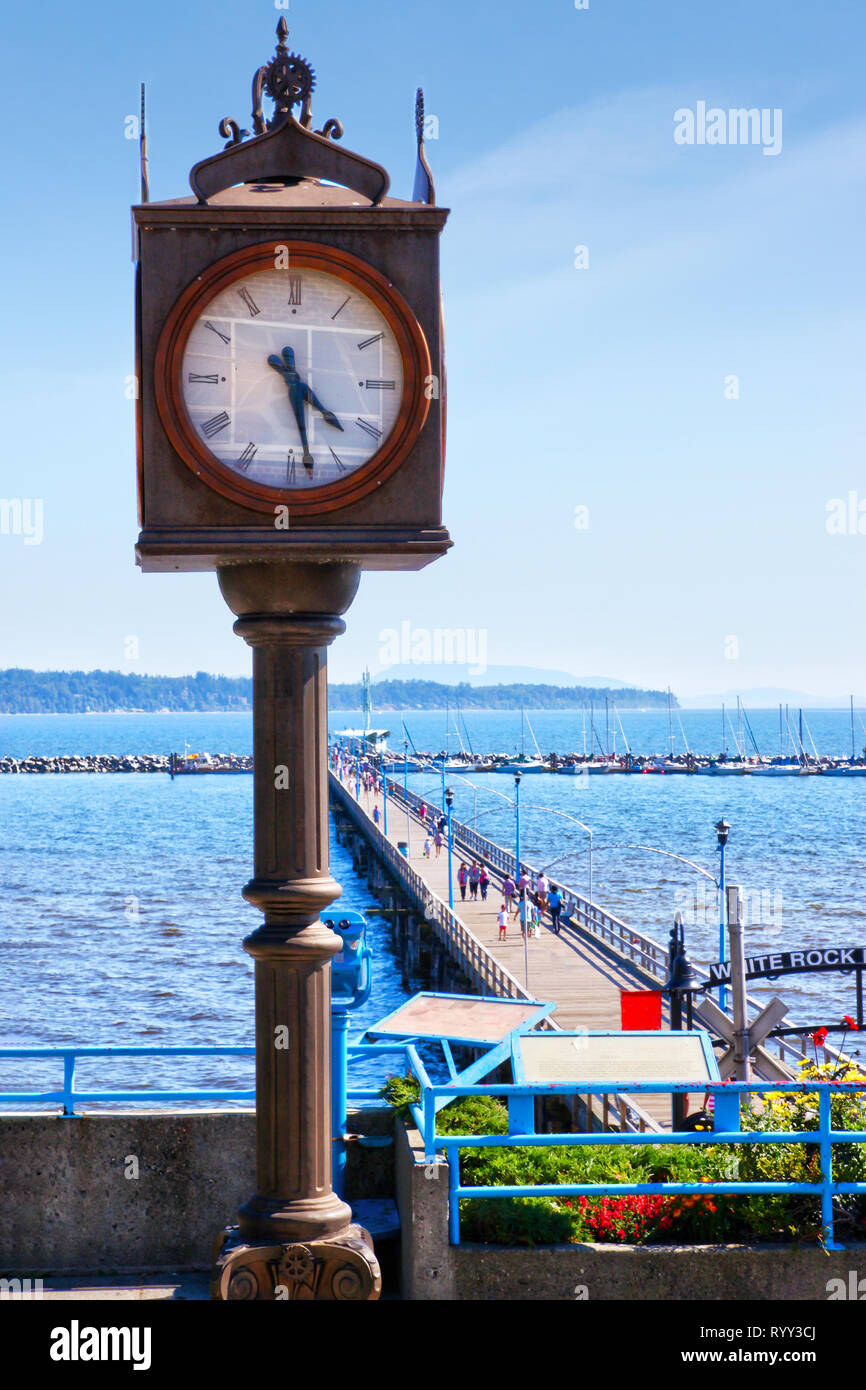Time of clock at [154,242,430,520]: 4:28
